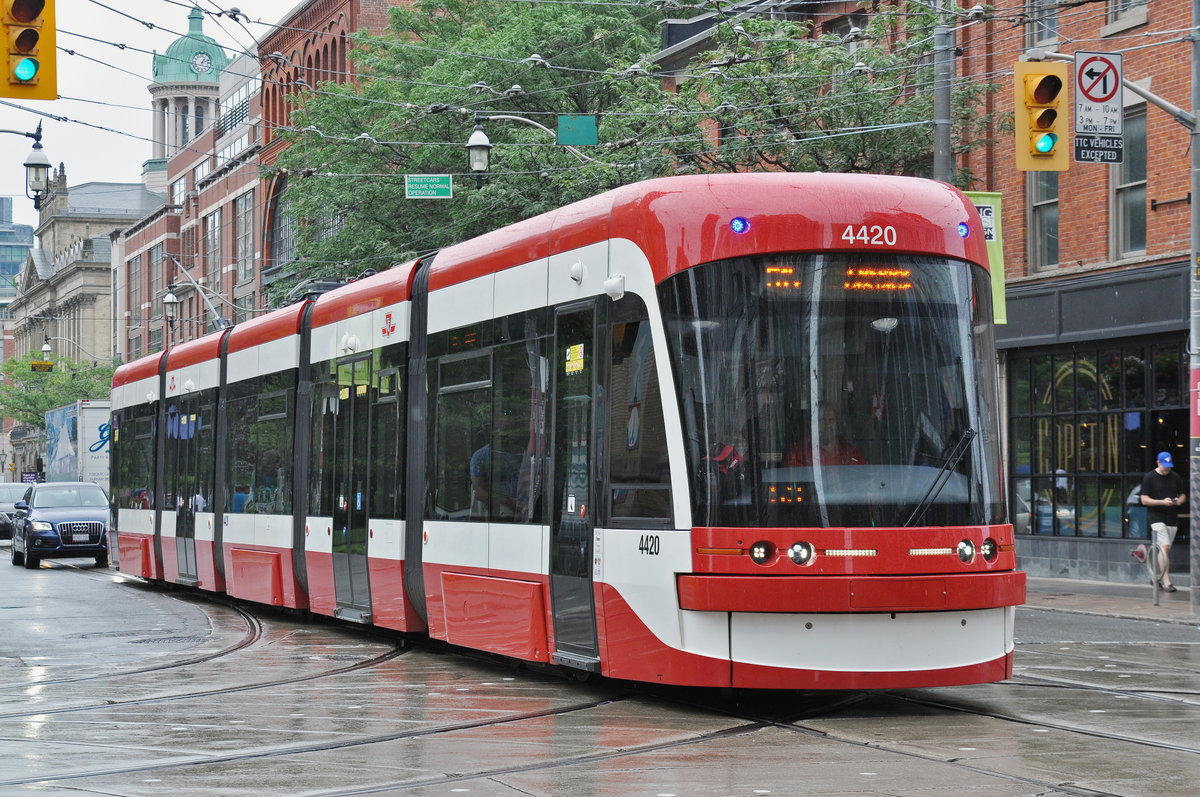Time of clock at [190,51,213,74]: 1:11
